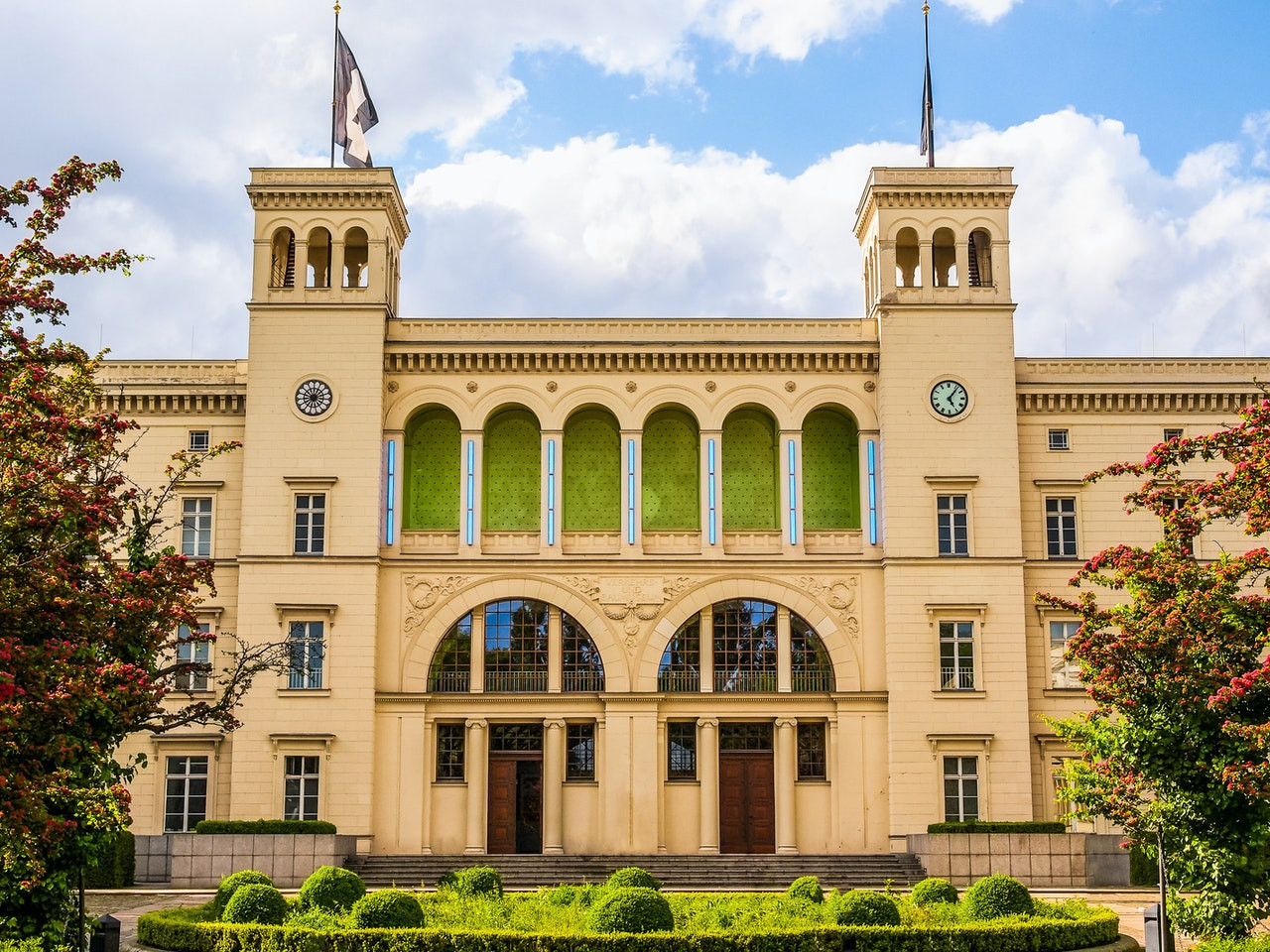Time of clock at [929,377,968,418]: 5:06
